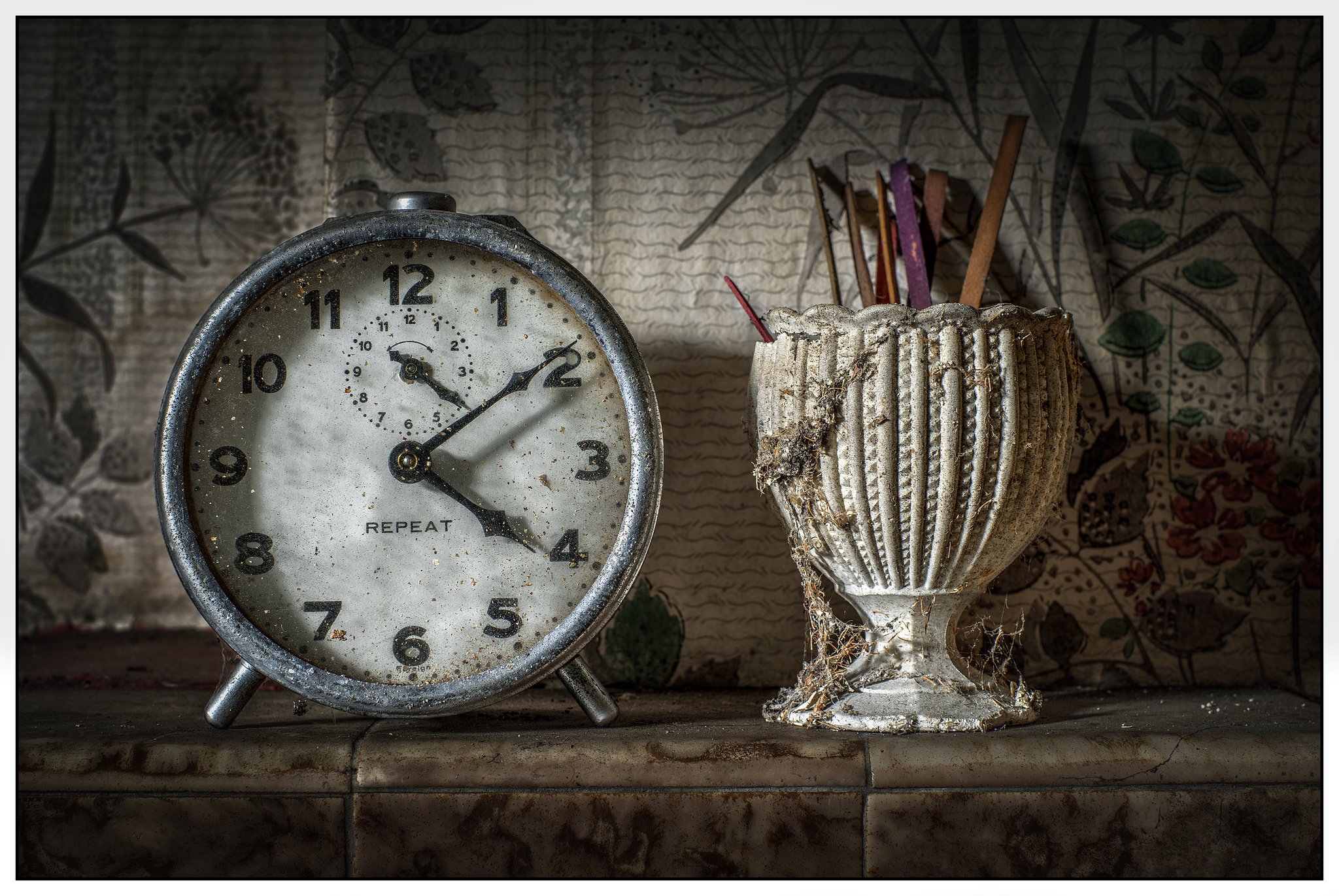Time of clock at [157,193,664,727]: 4:09
